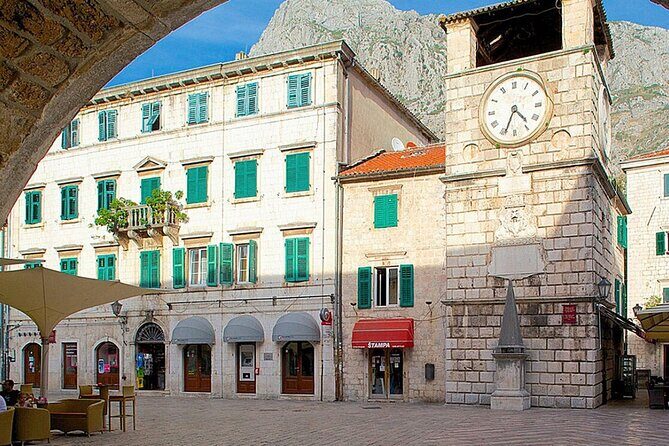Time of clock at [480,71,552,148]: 4:34
